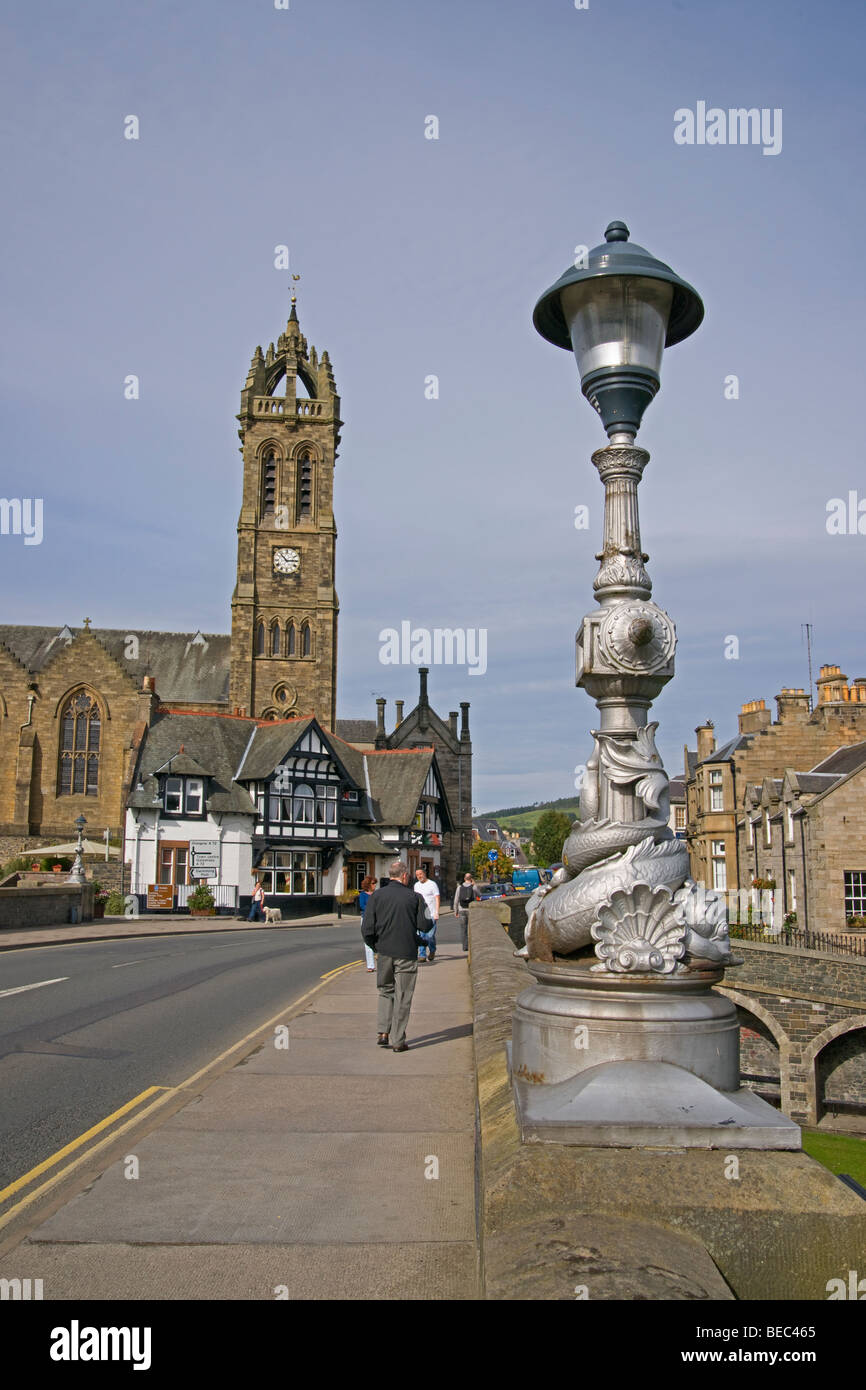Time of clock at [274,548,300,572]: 2:52
